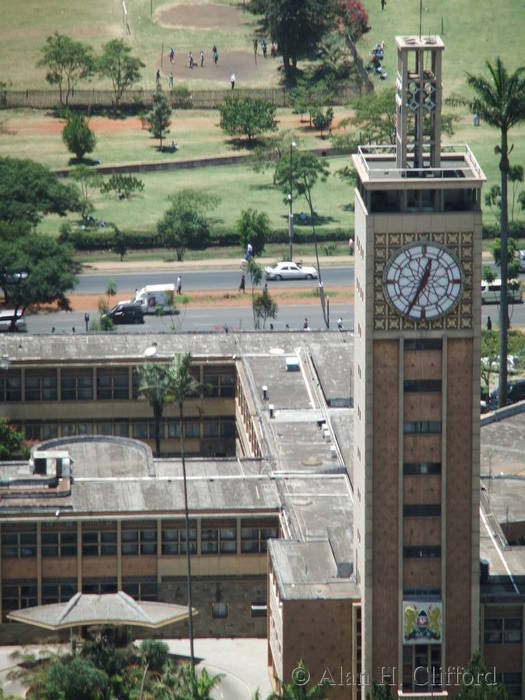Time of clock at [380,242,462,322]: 12:34
